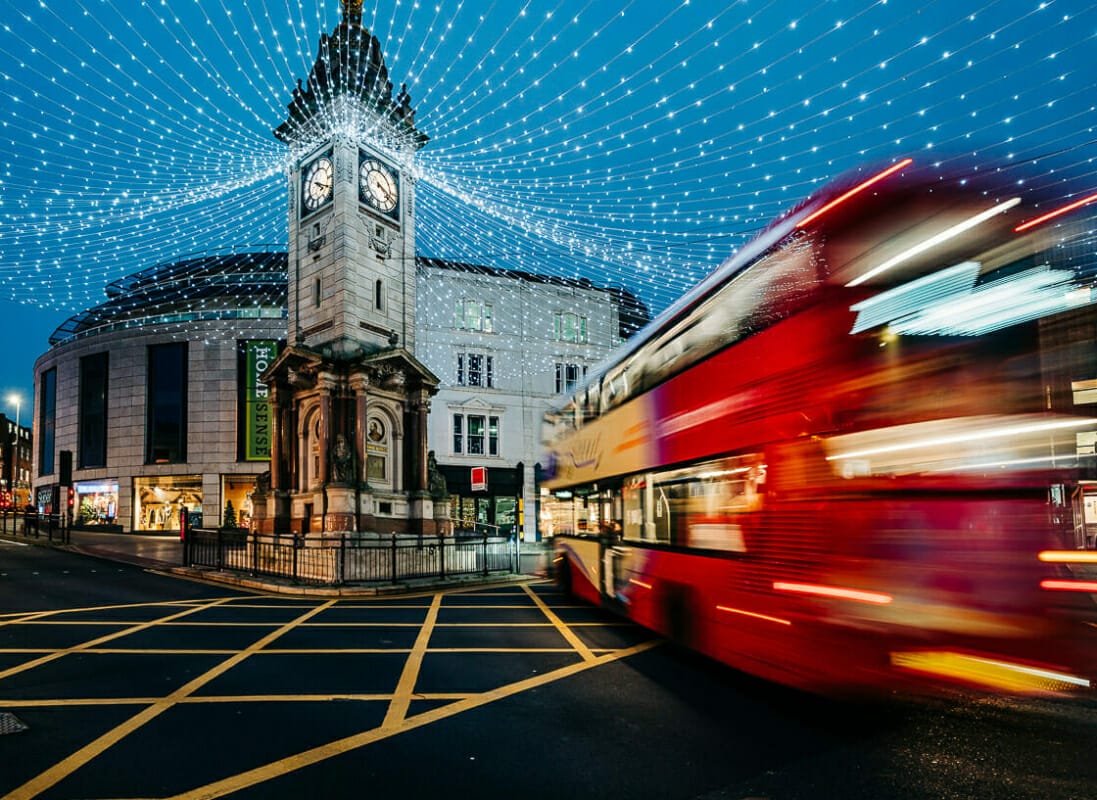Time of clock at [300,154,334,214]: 4:19
